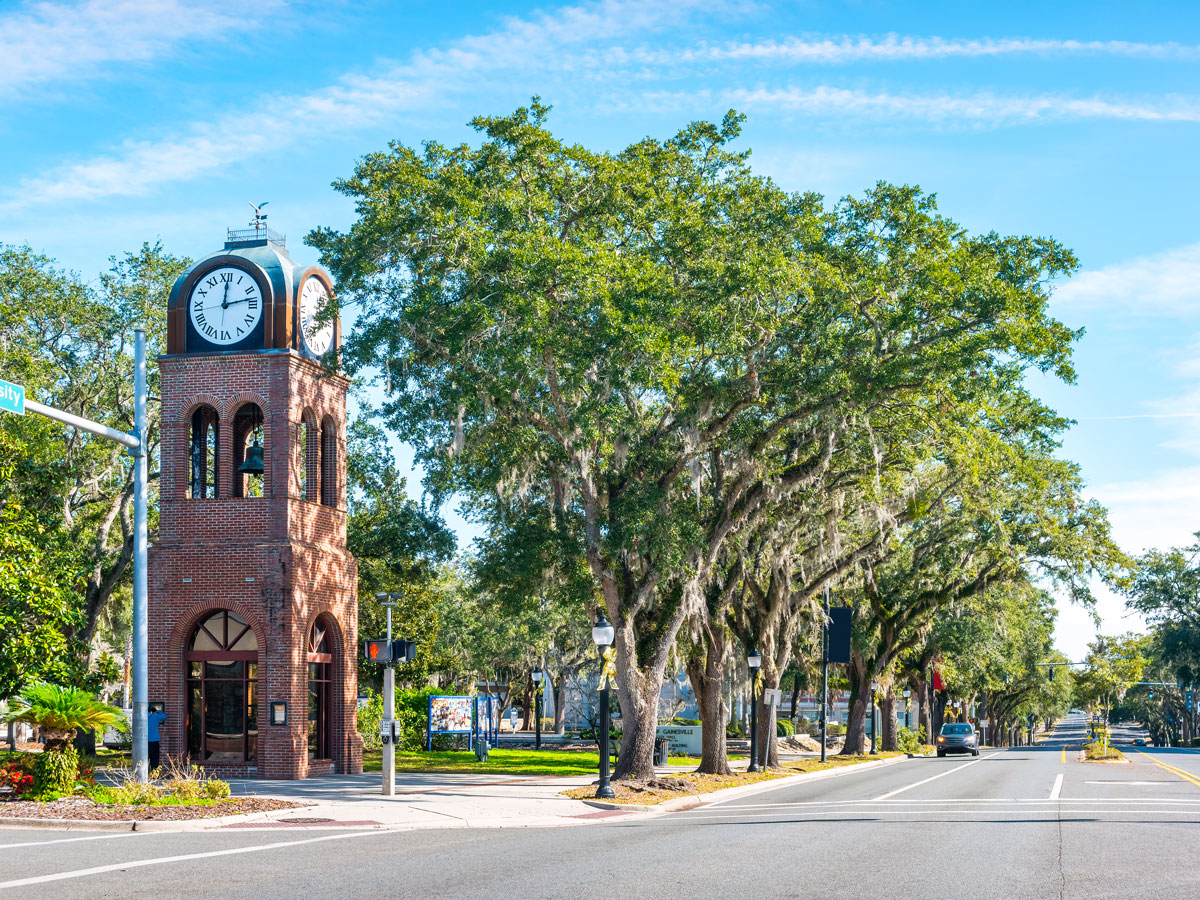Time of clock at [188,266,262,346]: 12:12
